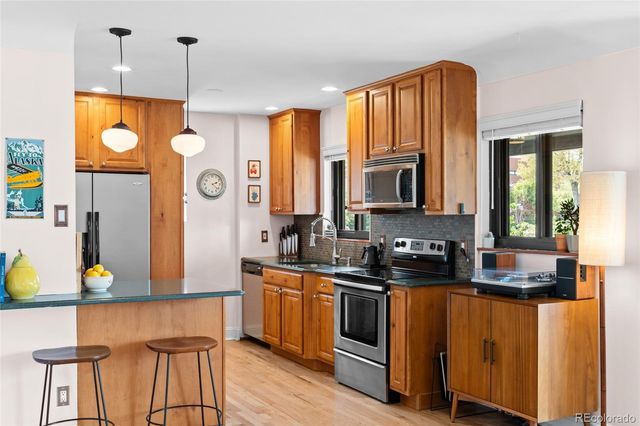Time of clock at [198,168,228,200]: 2:21
